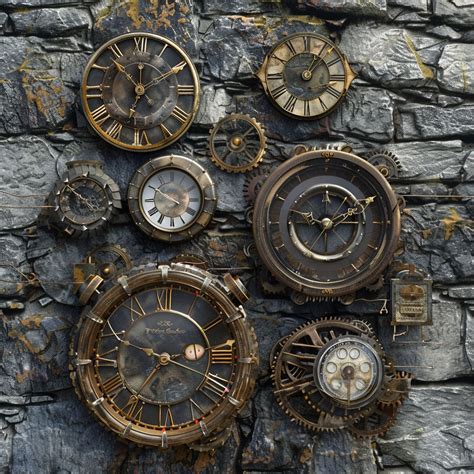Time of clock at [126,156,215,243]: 3:50
